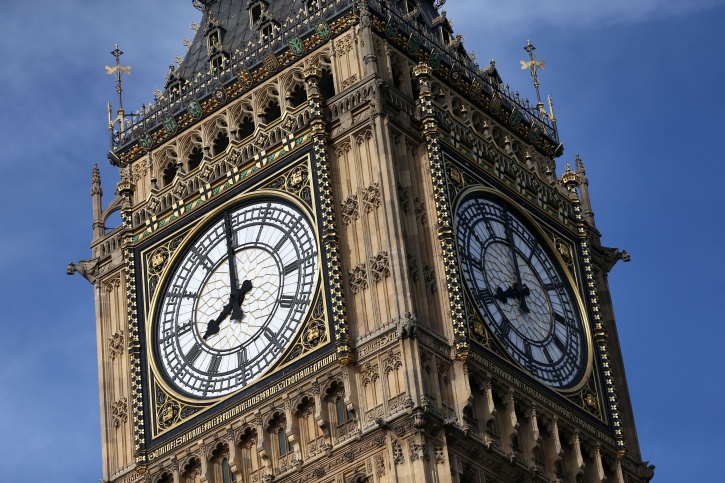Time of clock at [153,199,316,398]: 7:59
